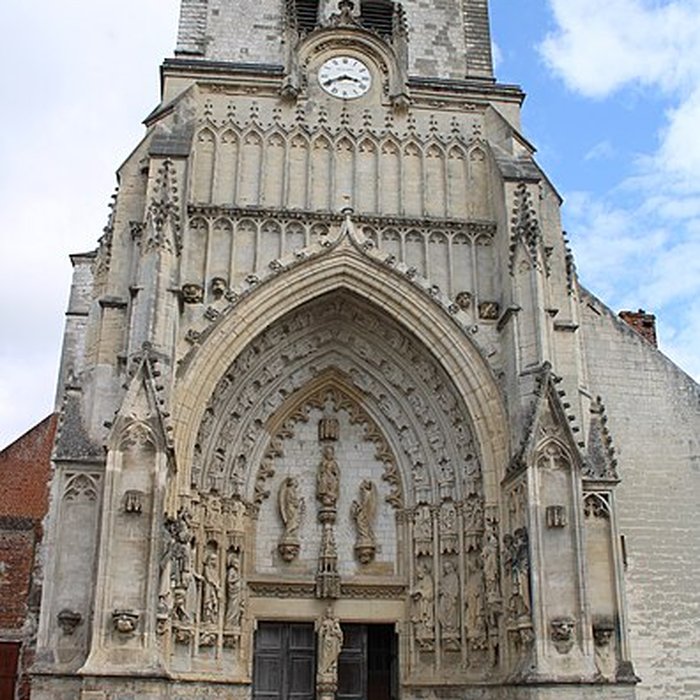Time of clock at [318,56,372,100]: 3:40
